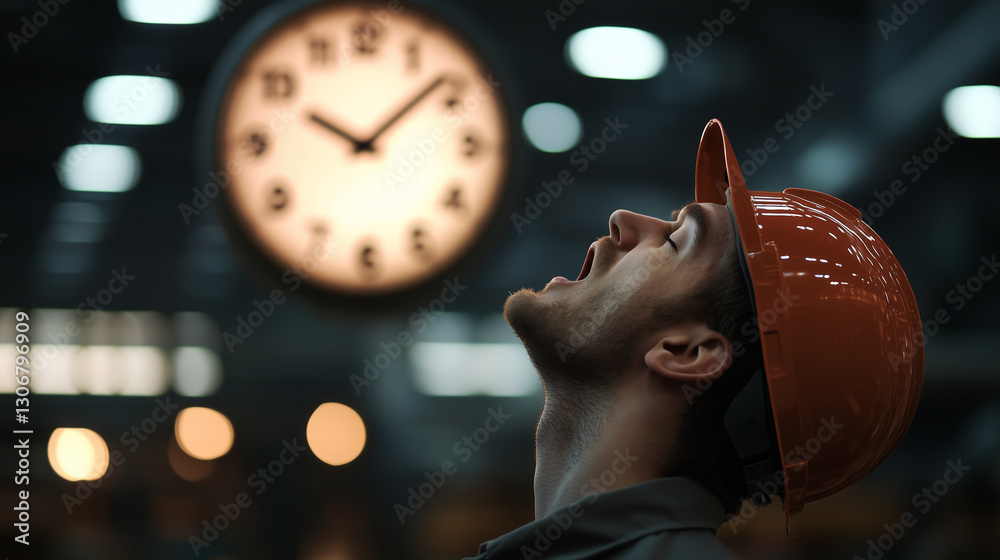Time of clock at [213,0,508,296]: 10:08
